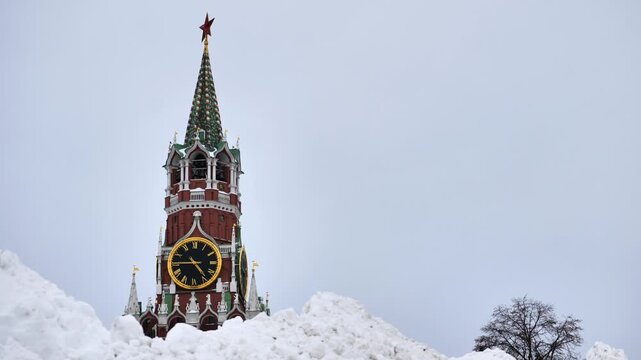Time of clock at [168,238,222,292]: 4:44
